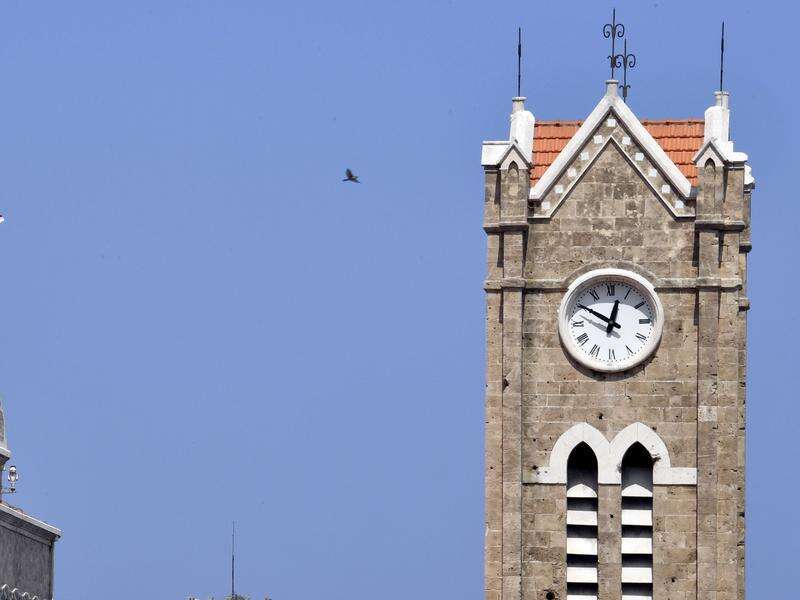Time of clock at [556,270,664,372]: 12:50
